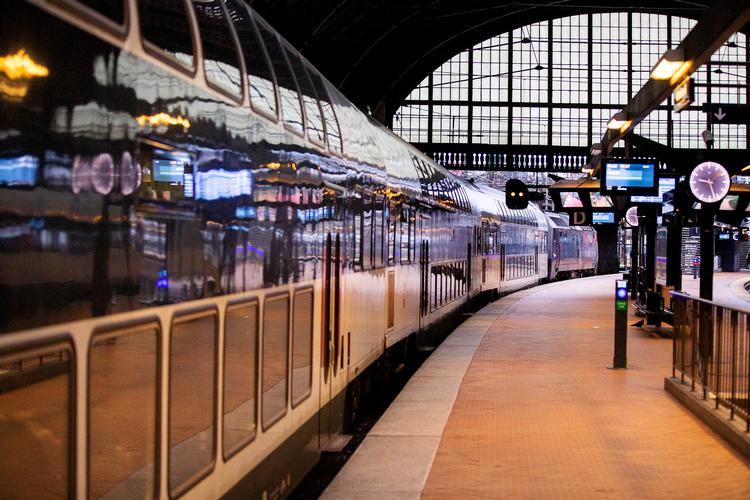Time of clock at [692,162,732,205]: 9:27
